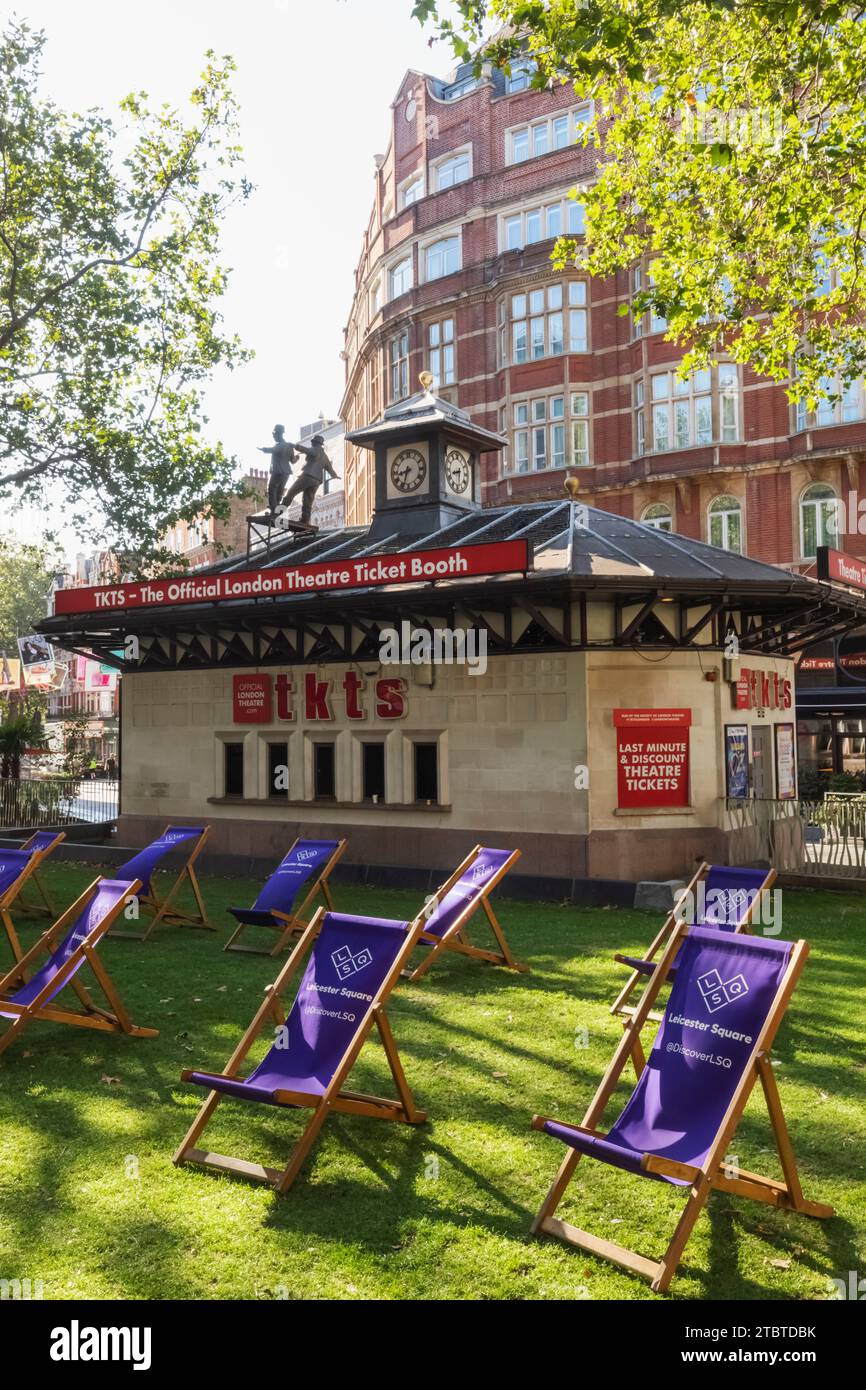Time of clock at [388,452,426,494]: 8:33
